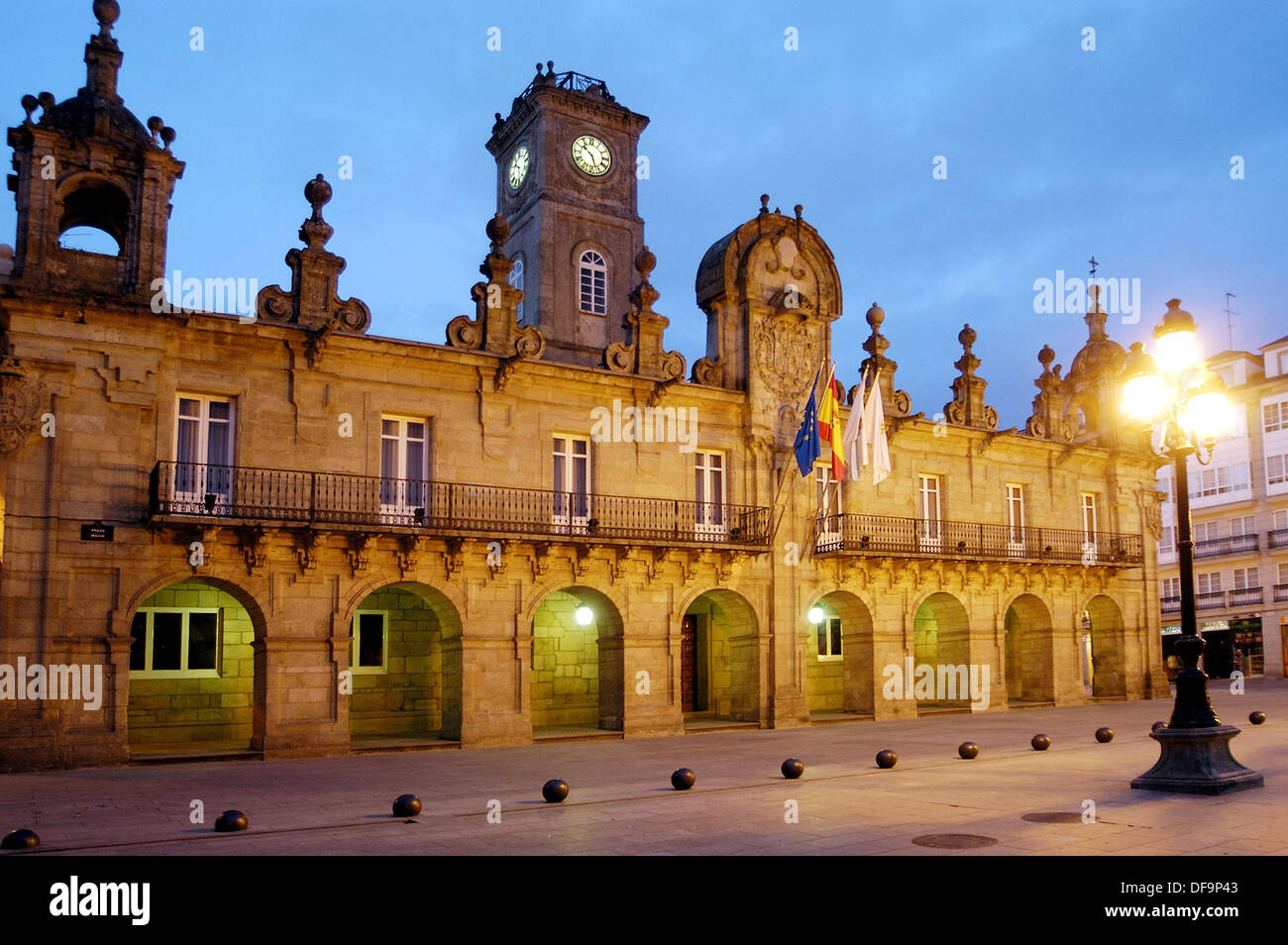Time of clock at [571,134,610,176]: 10:26
